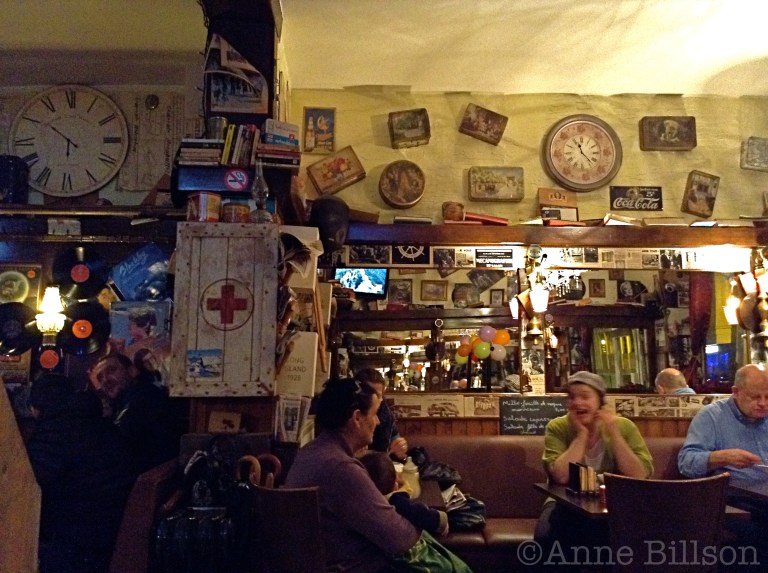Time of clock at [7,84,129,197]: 5:51
